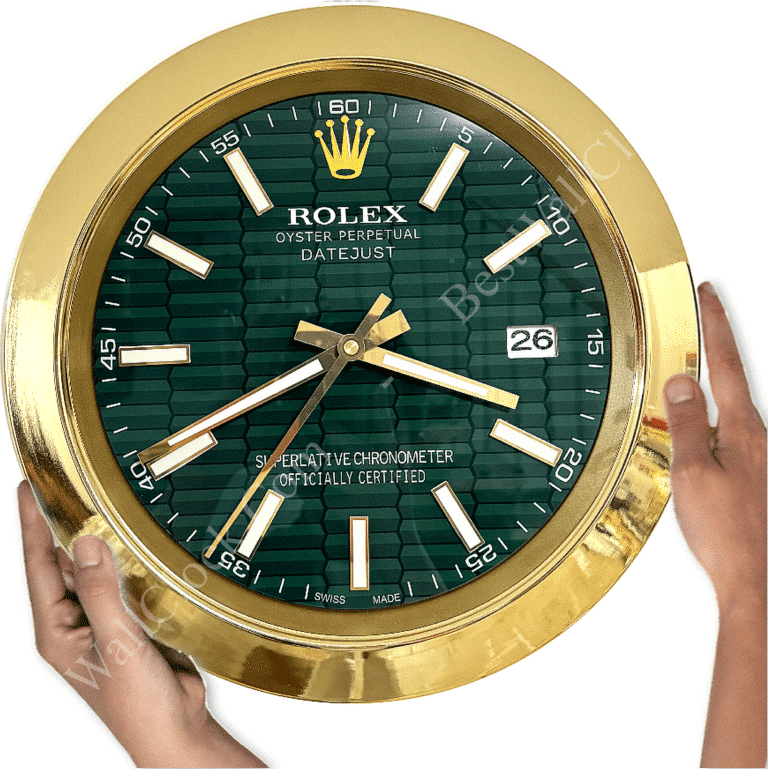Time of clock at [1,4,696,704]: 3:40
